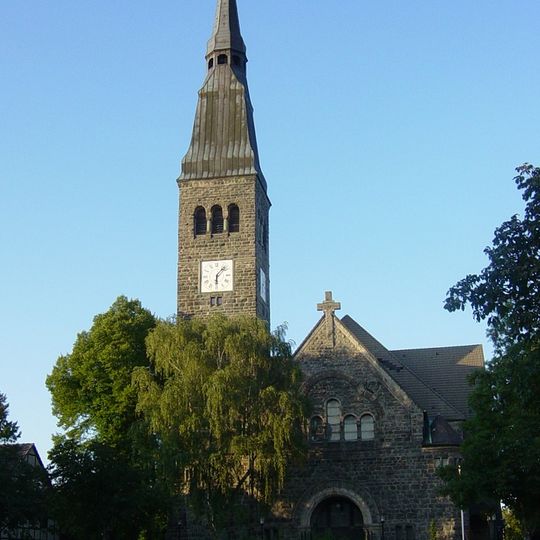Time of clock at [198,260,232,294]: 6:07
